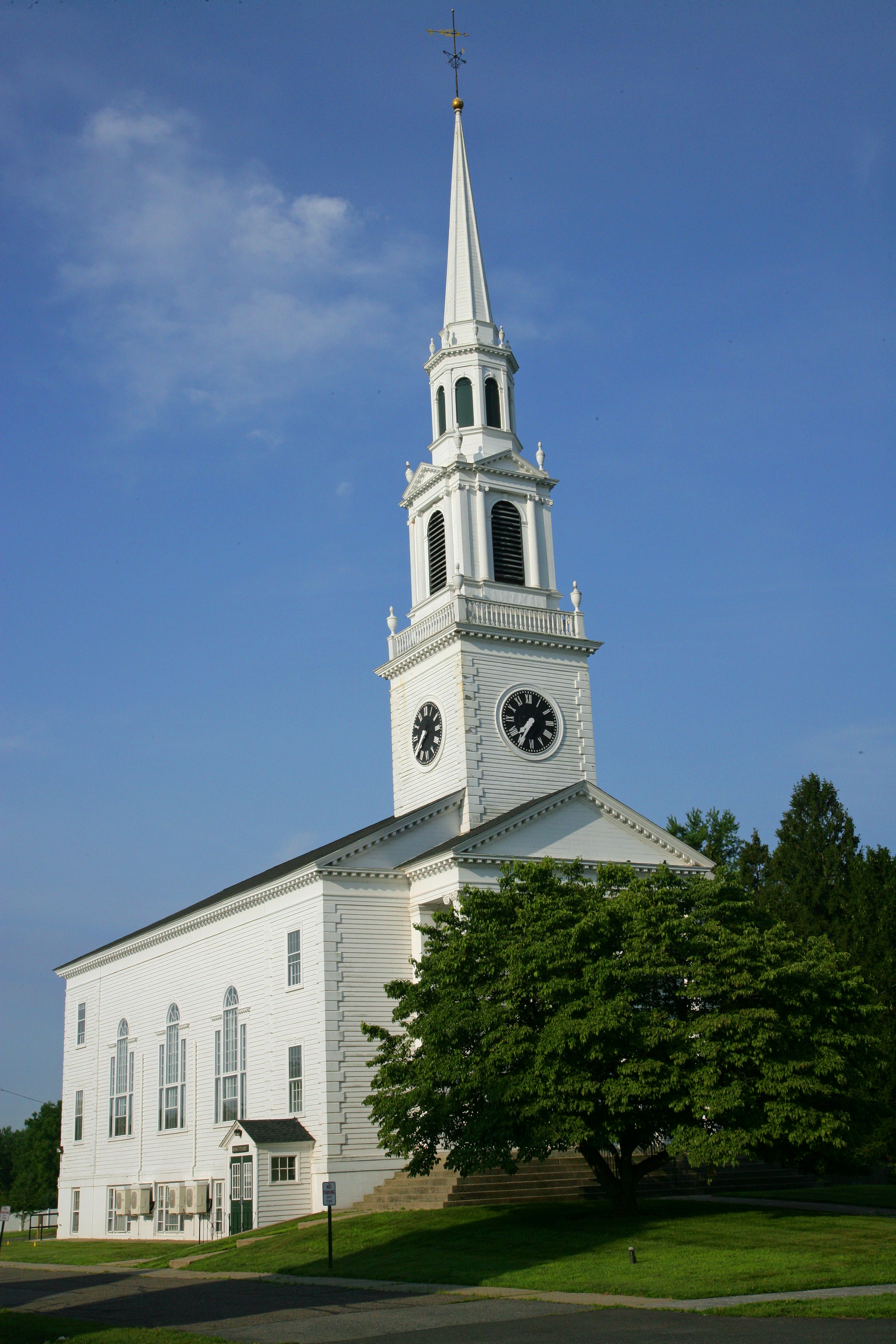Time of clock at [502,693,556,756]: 7:35
